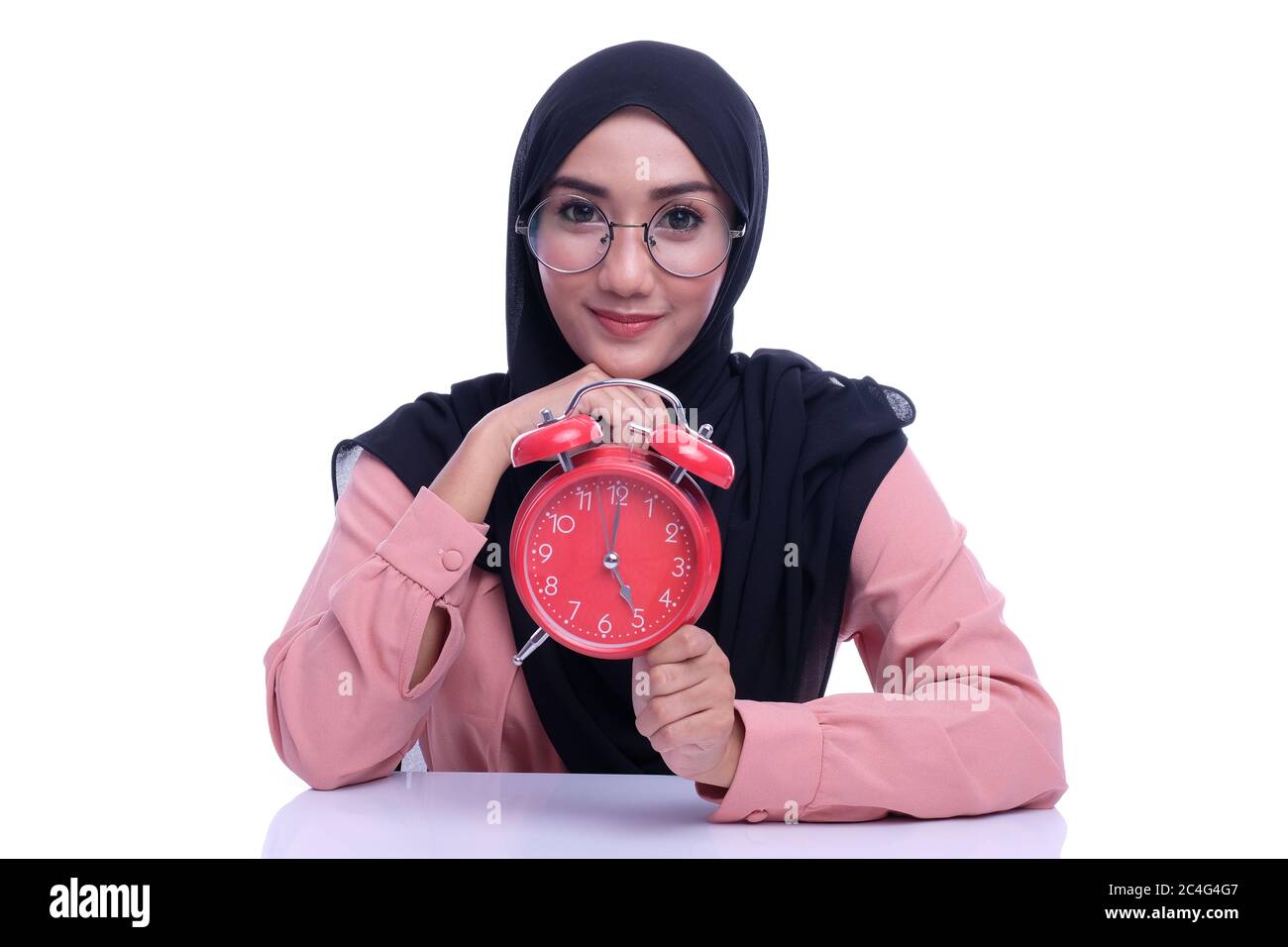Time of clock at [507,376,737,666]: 5:00
